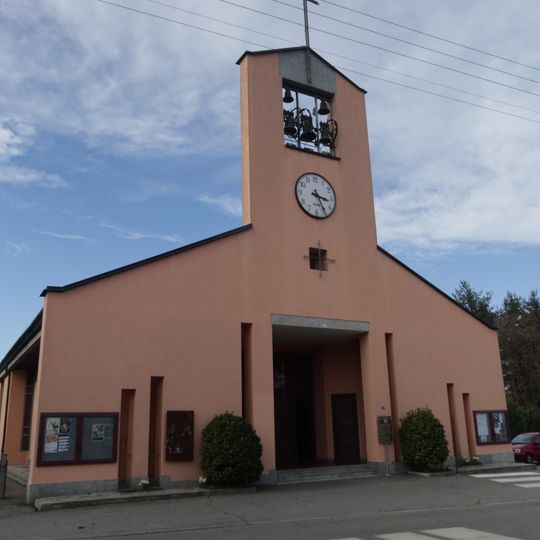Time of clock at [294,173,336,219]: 3:24
